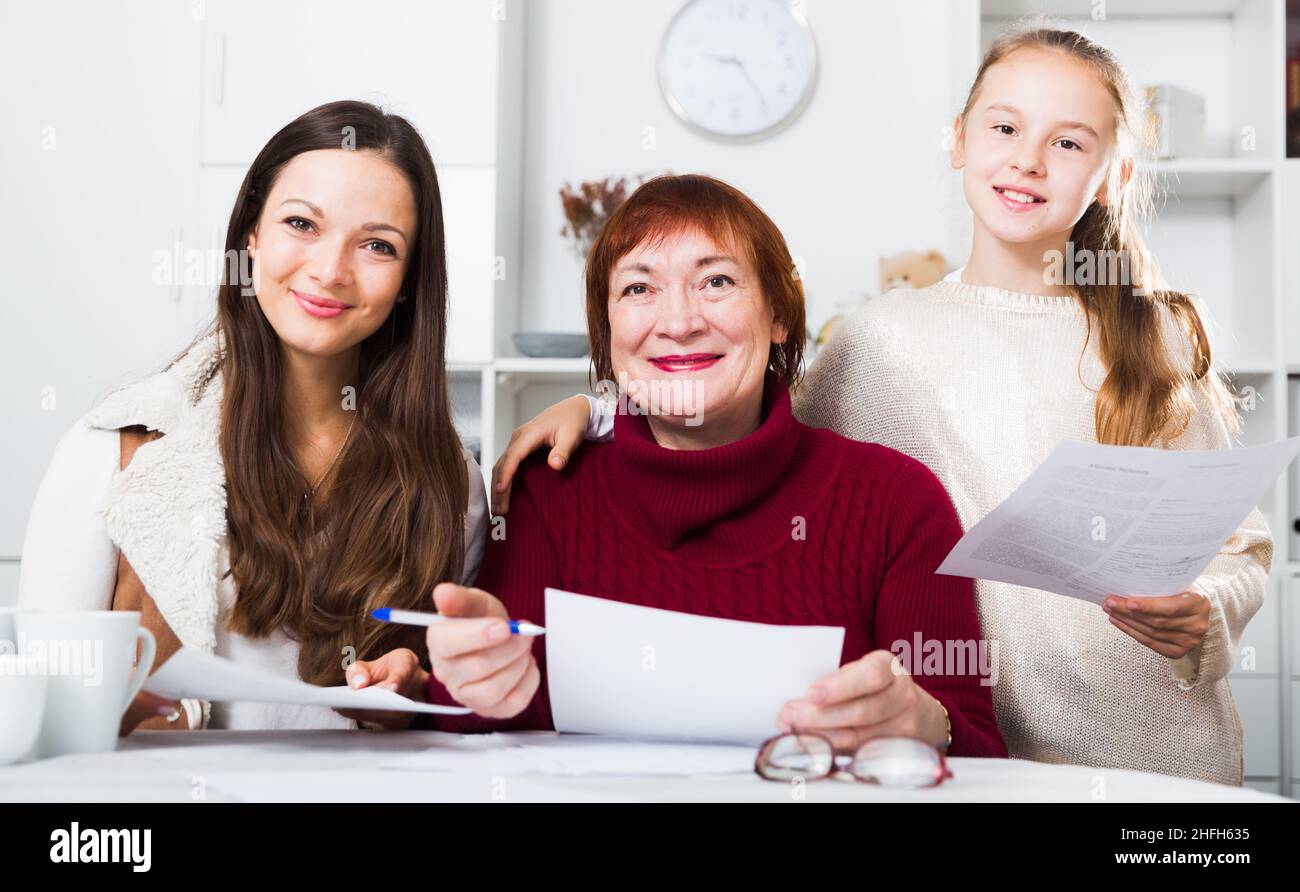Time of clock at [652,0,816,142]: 9:24
